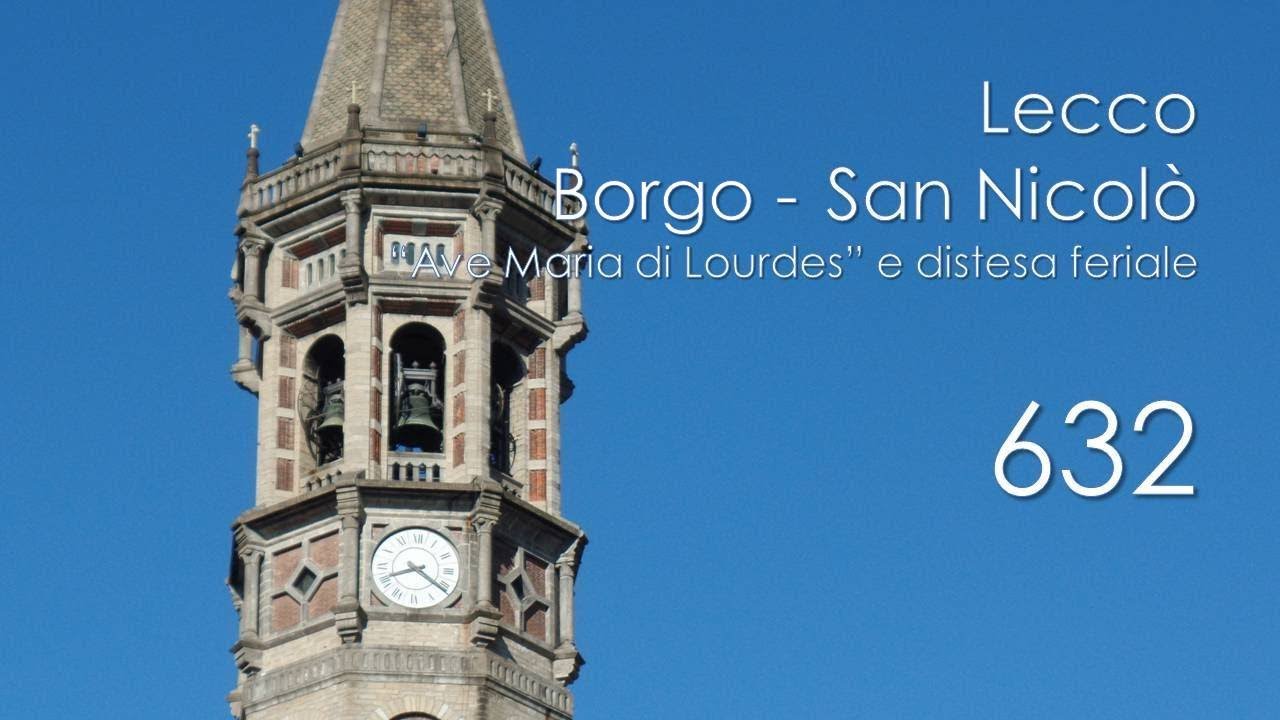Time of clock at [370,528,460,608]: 8:21
